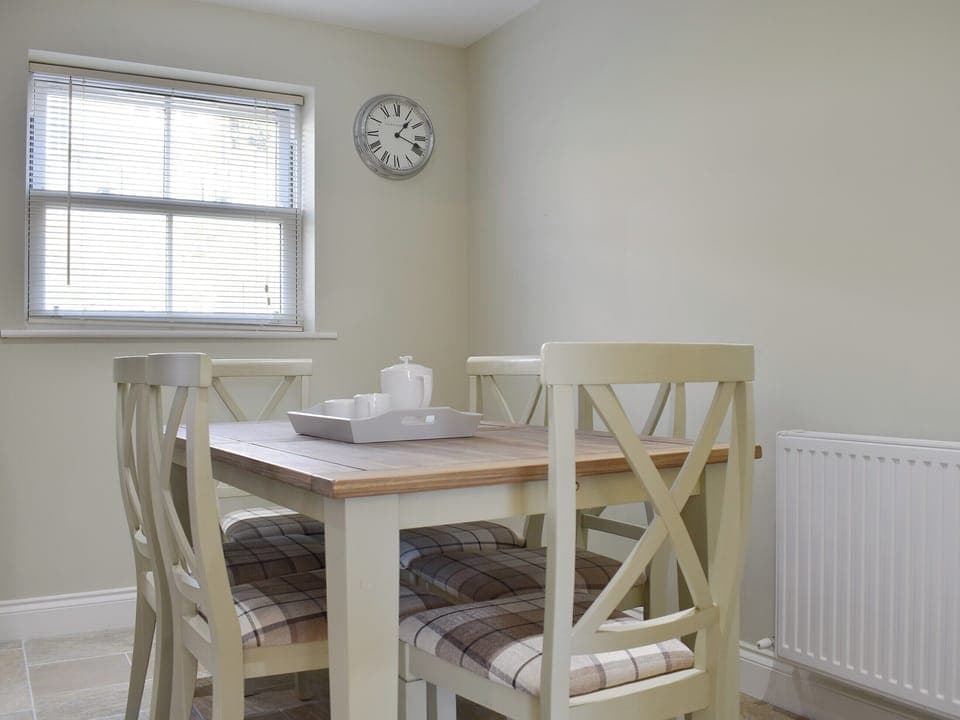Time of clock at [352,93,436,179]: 1:18
